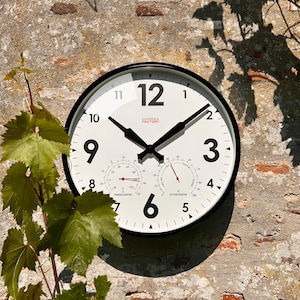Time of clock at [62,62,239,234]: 10:08
